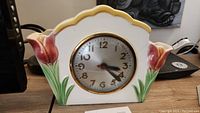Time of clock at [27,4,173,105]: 3:22
